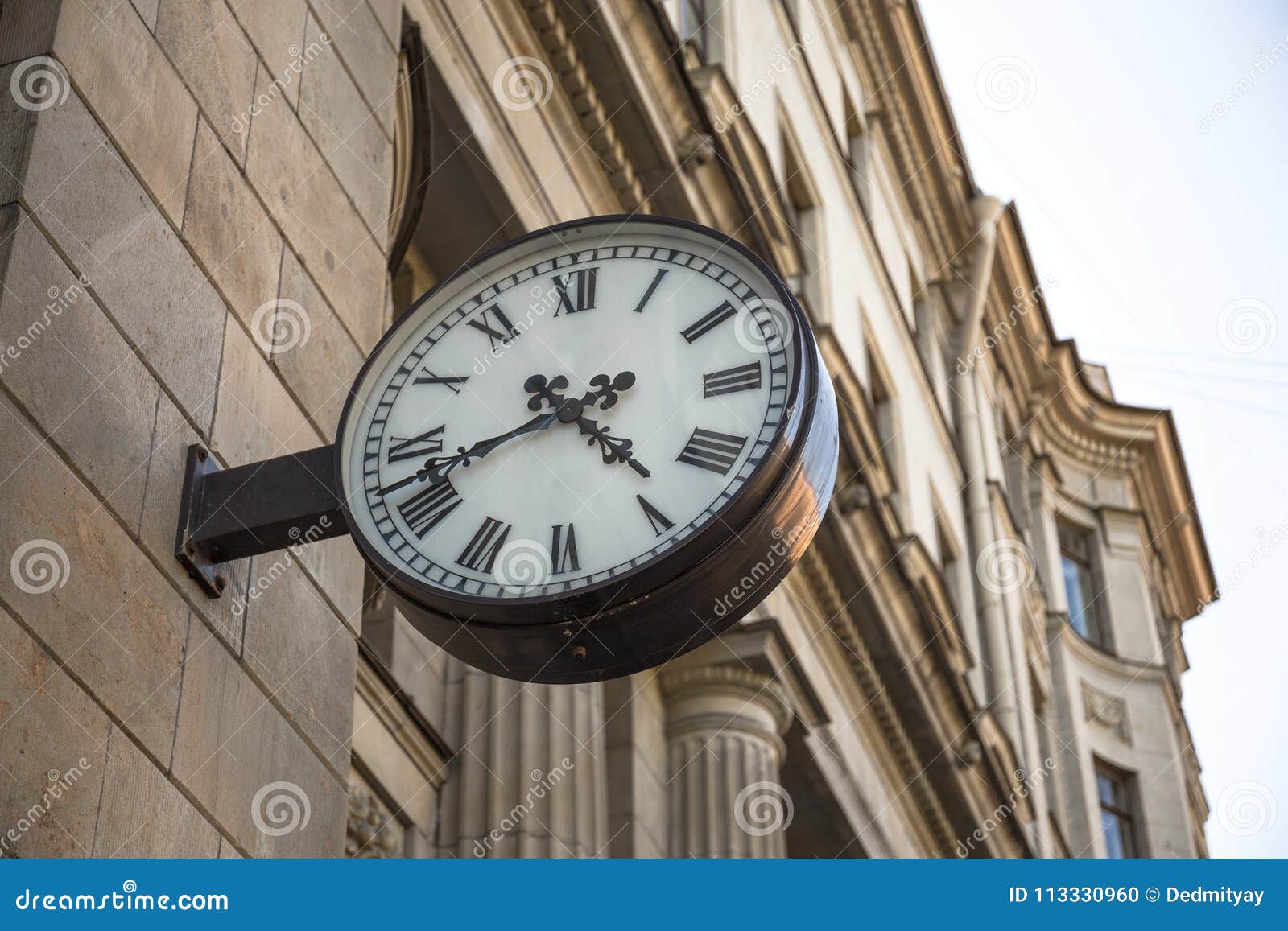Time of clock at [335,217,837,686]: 4:42
